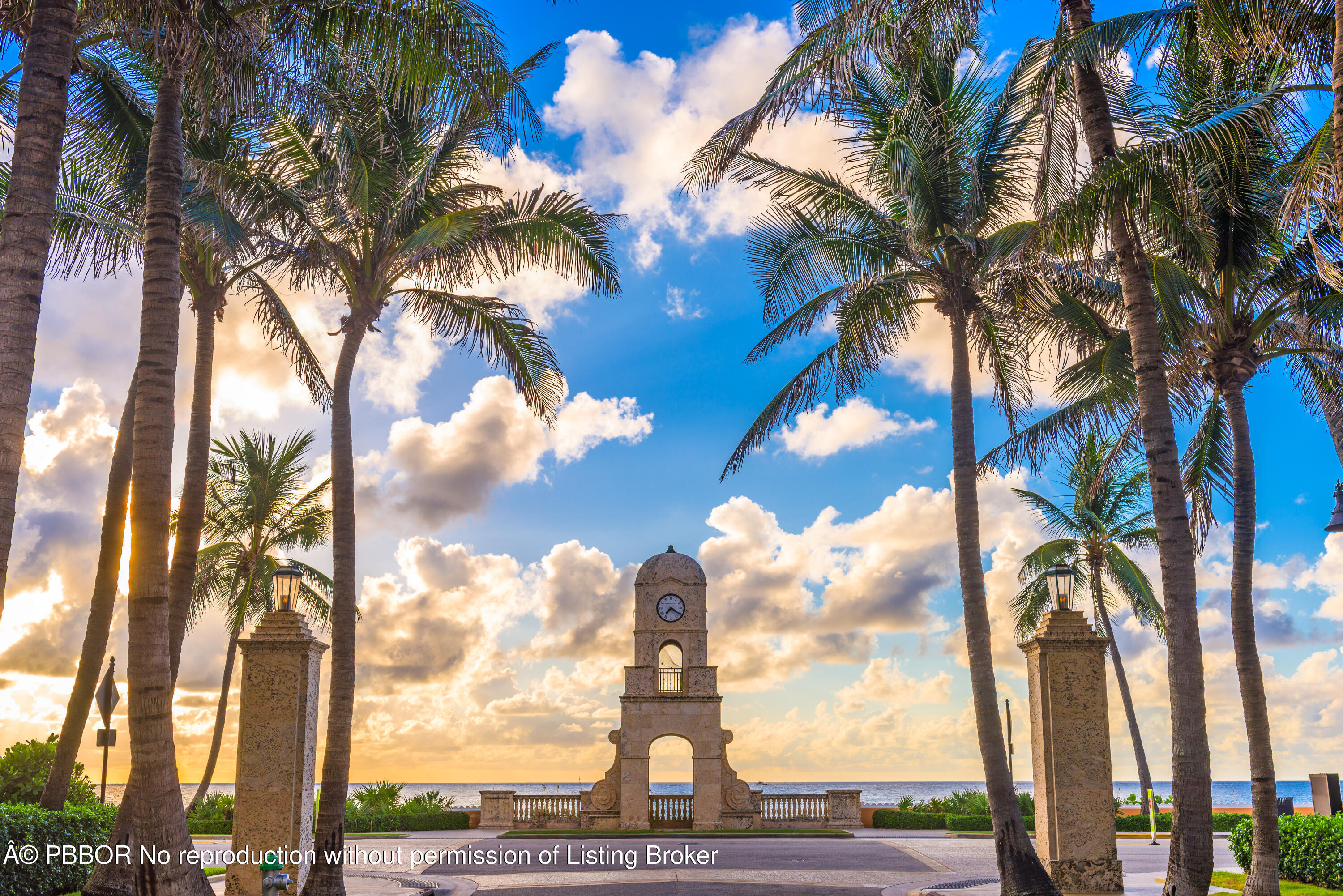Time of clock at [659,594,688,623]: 7:20
